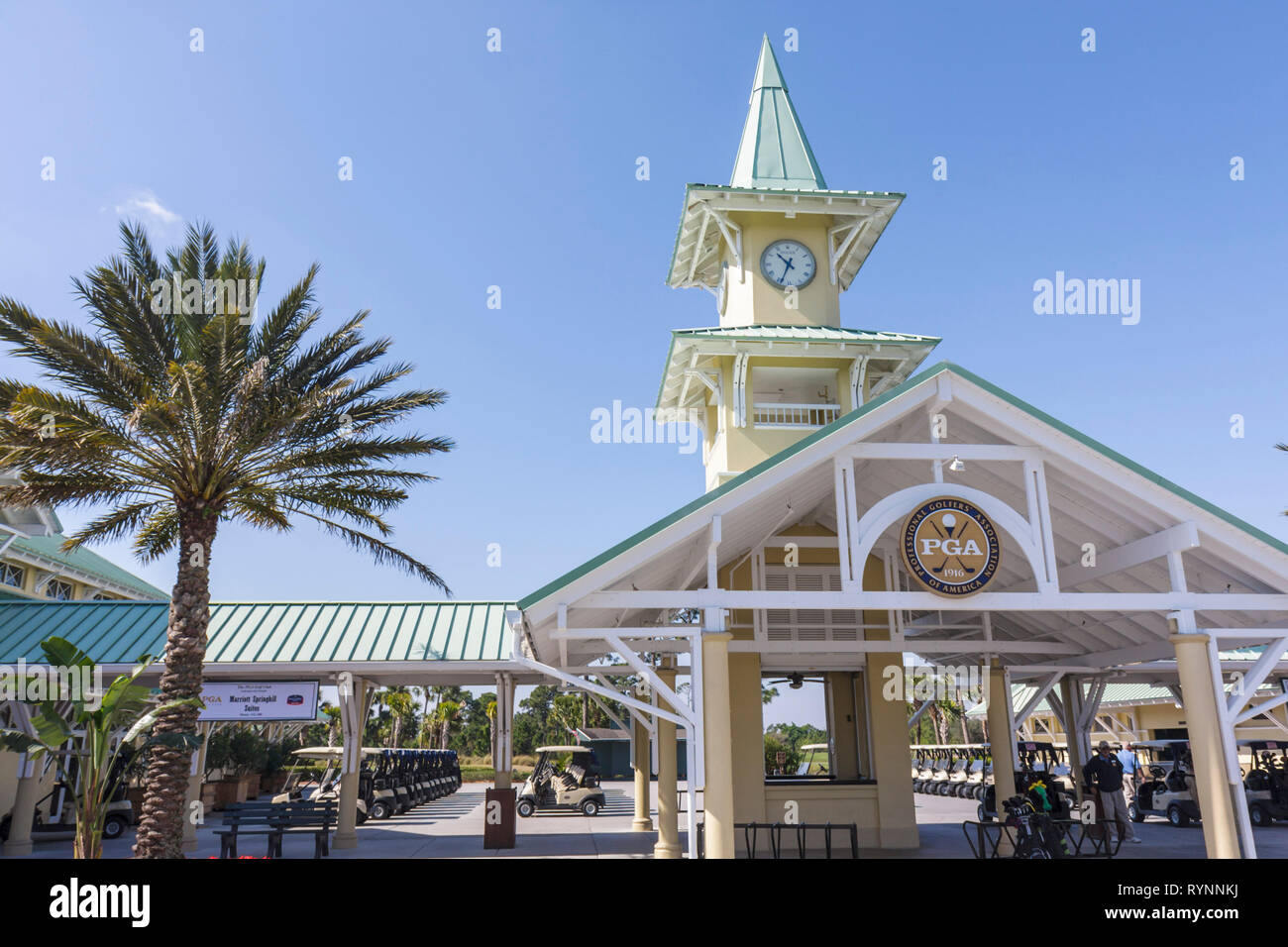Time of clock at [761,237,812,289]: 10:34
